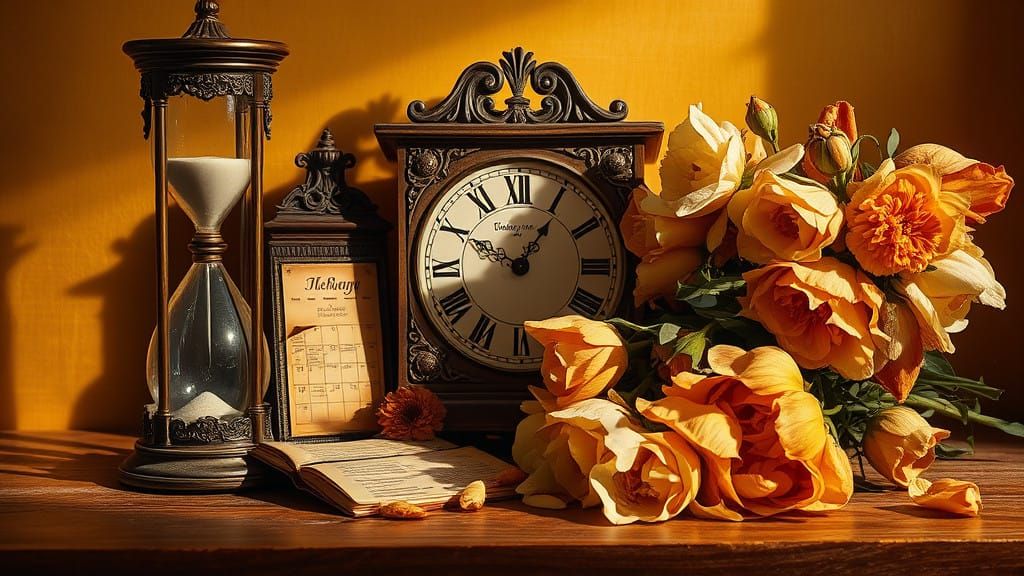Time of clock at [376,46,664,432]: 10:05
